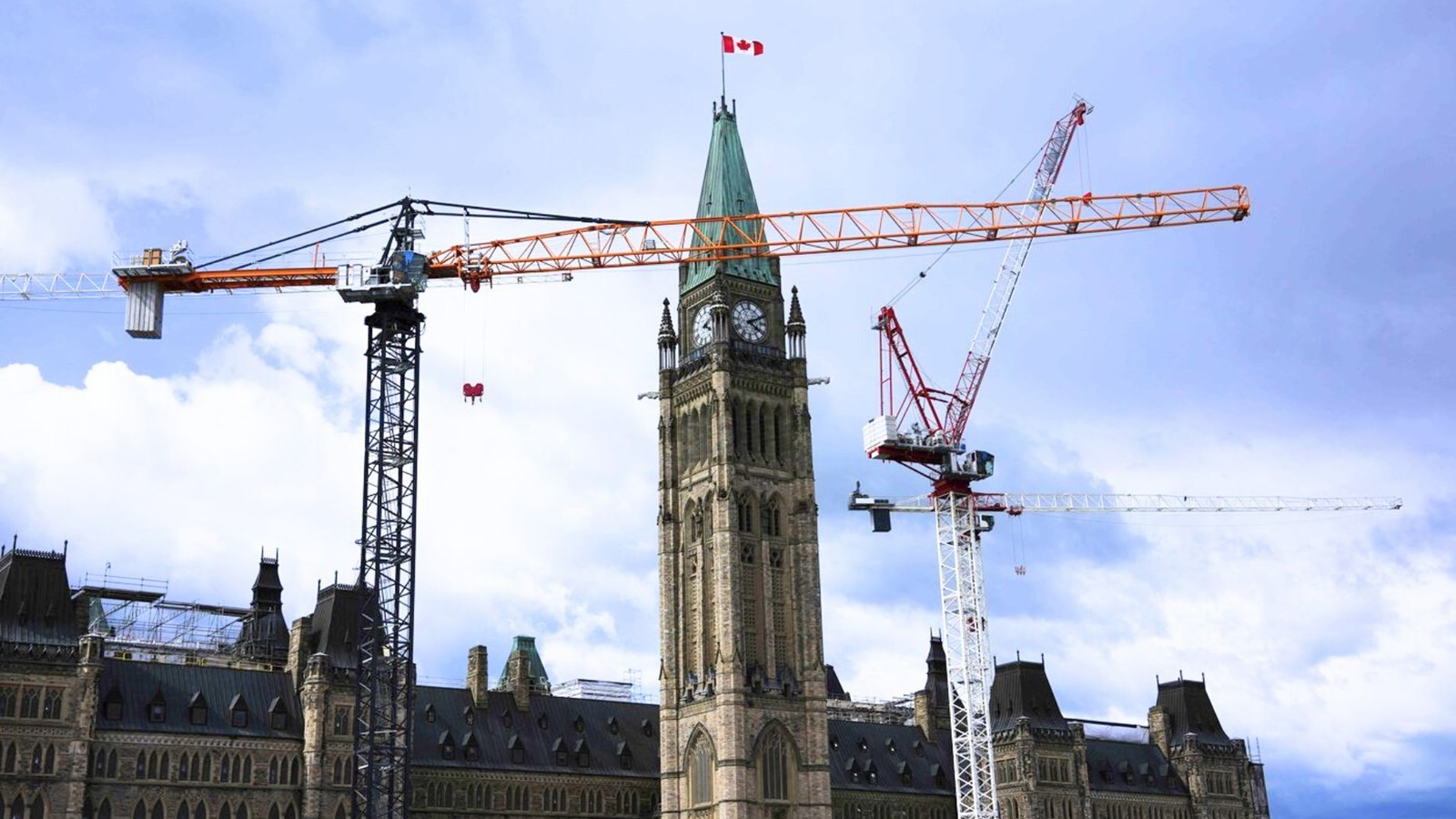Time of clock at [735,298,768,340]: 4:10
